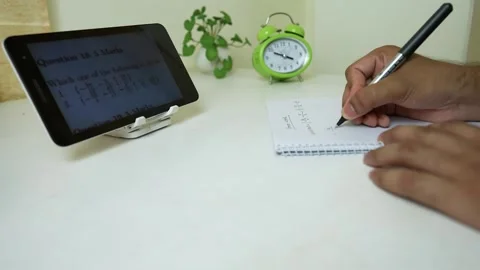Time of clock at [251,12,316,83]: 3:49
